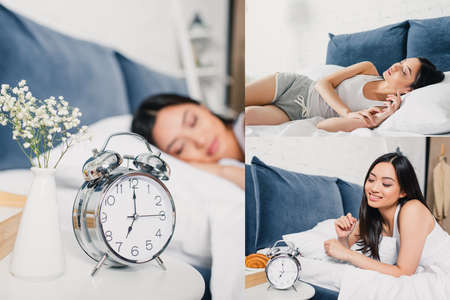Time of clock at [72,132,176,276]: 7:00
